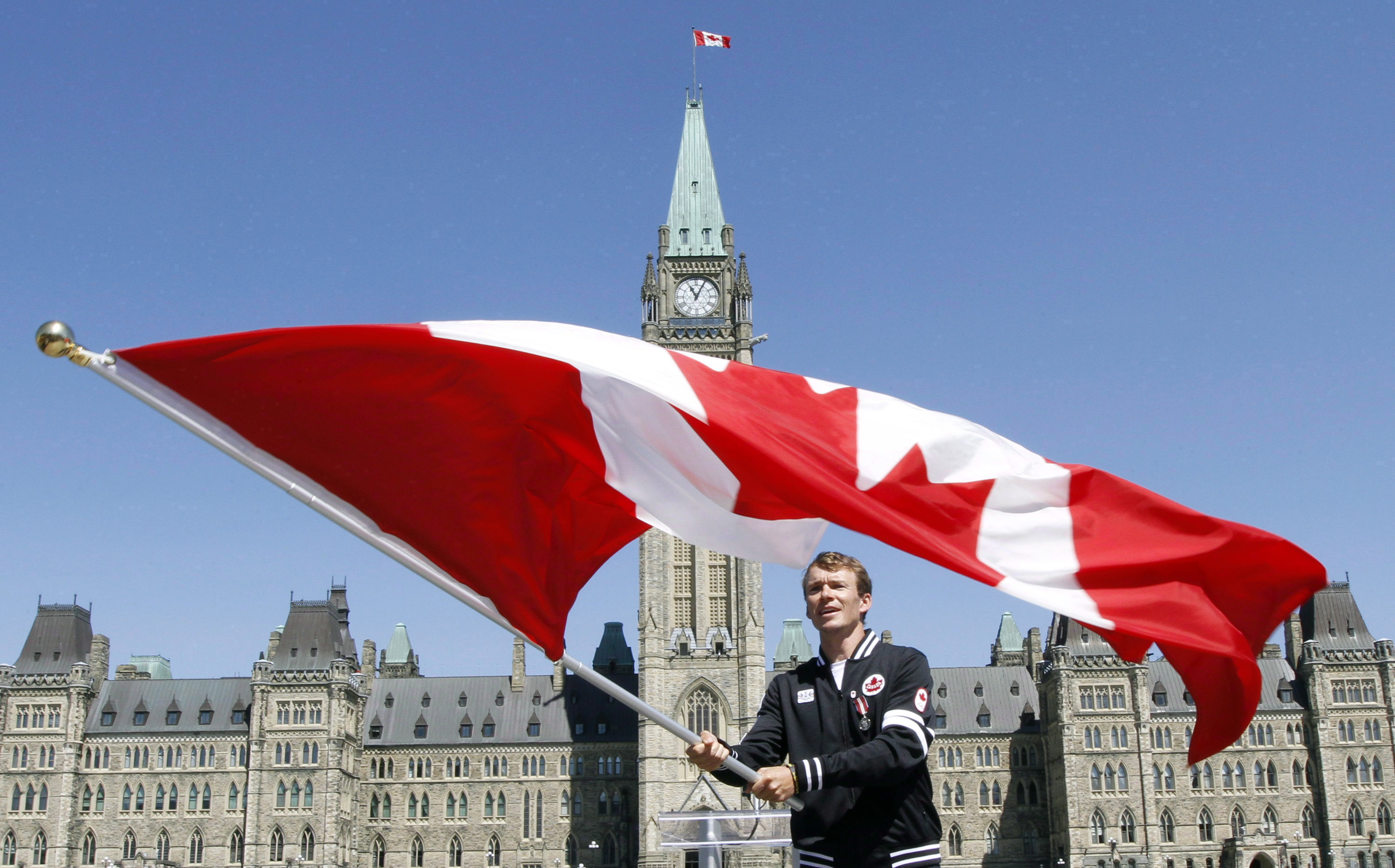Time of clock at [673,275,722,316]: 11:04
